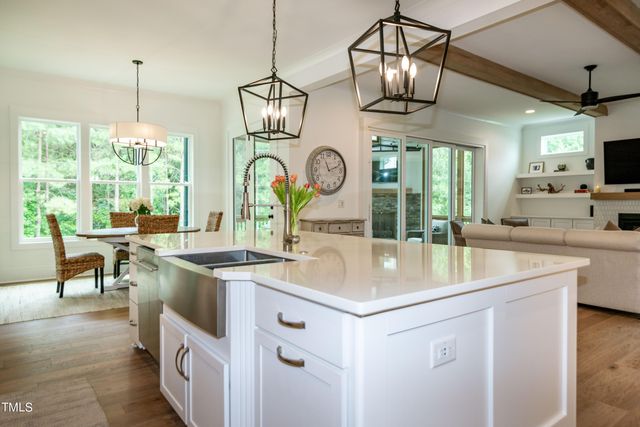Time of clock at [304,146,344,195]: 11:11
